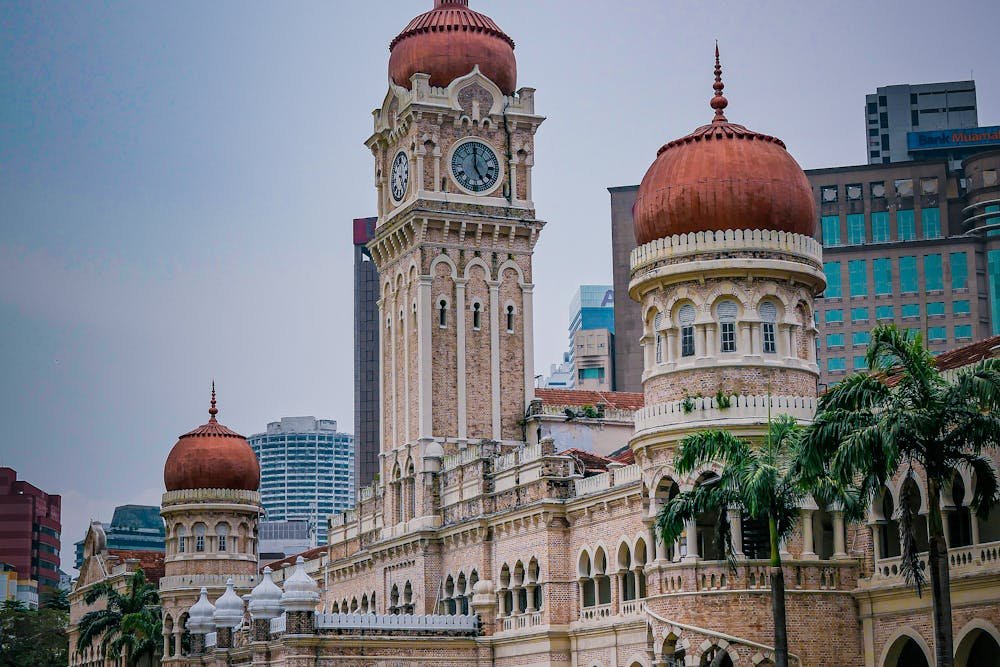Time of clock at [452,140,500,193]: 4:59
